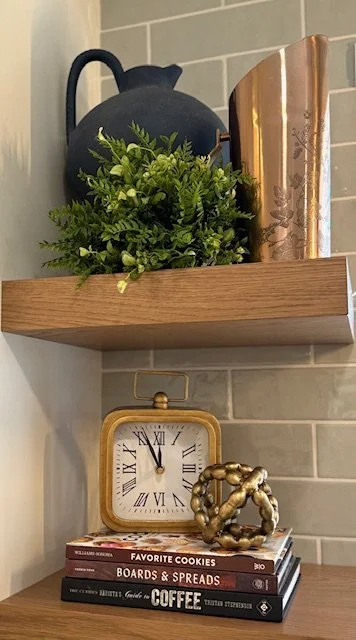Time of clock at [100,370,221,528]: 11:55
